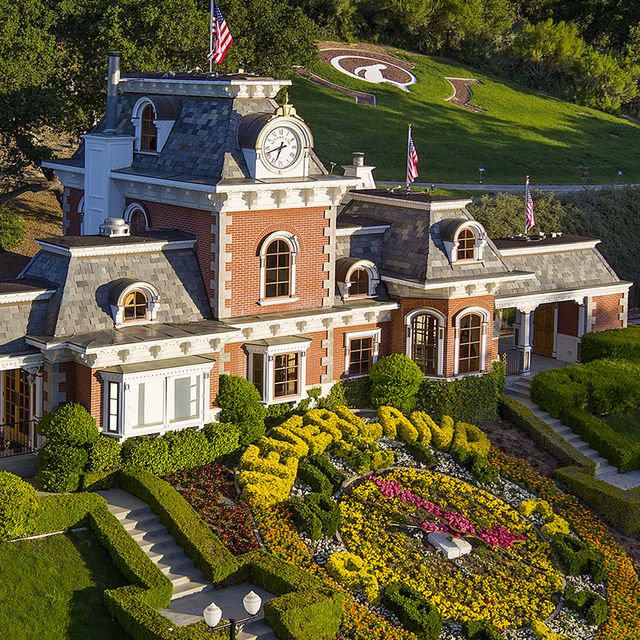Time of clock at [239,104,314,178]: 6:41
